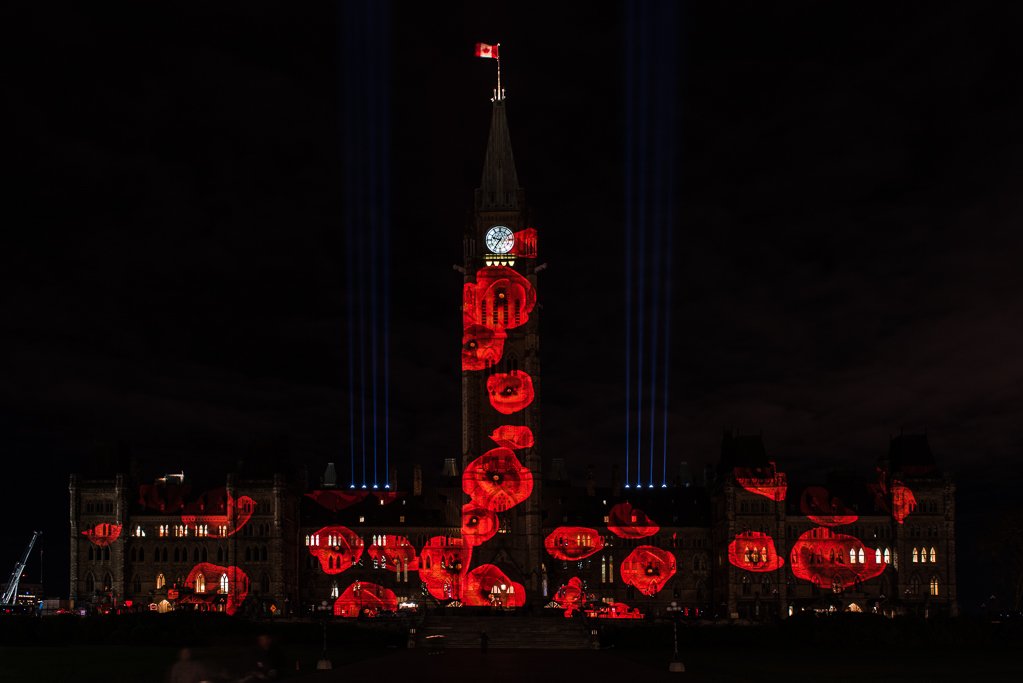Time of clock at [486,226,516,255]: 9:36
